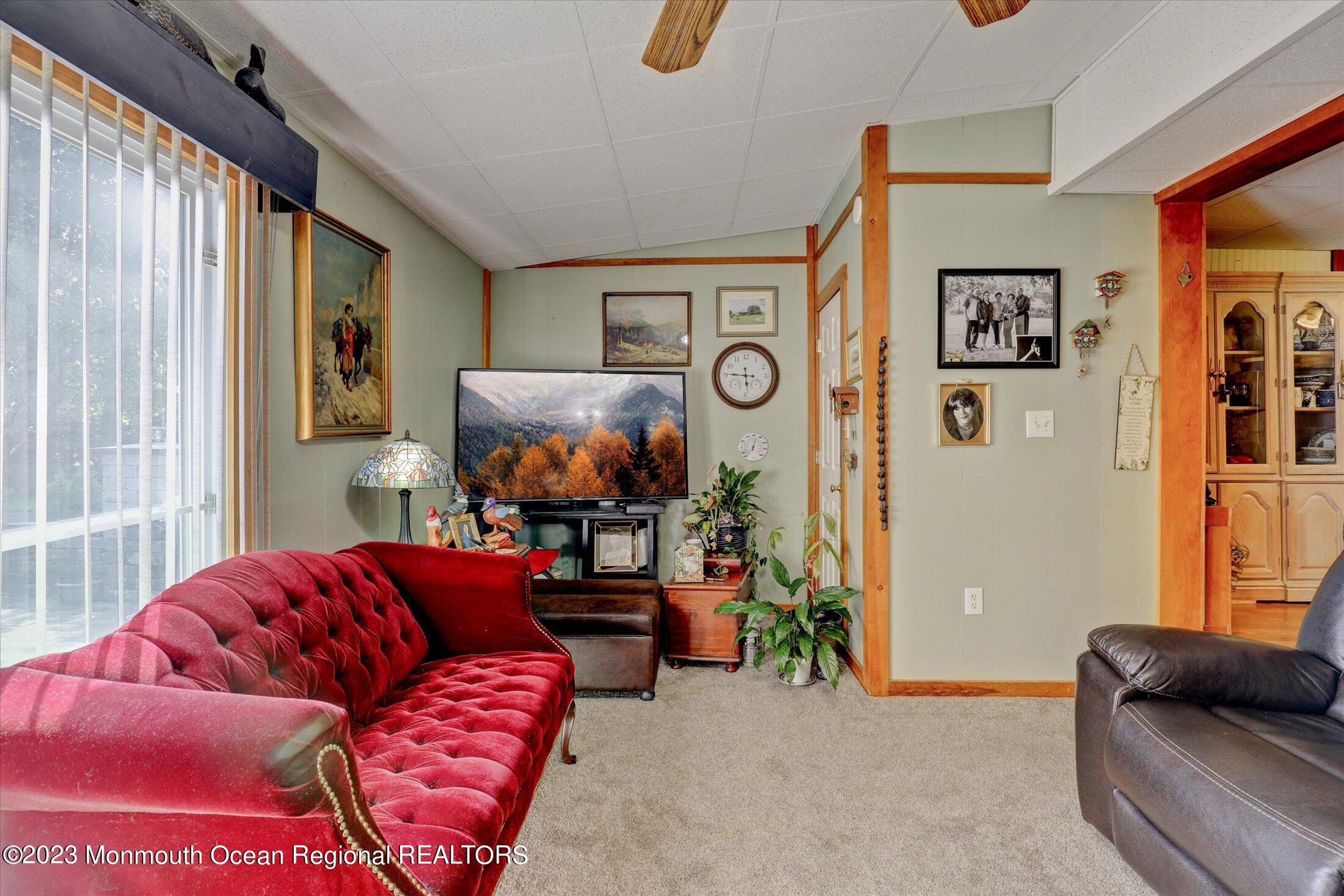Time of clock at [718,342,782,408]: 5:45
